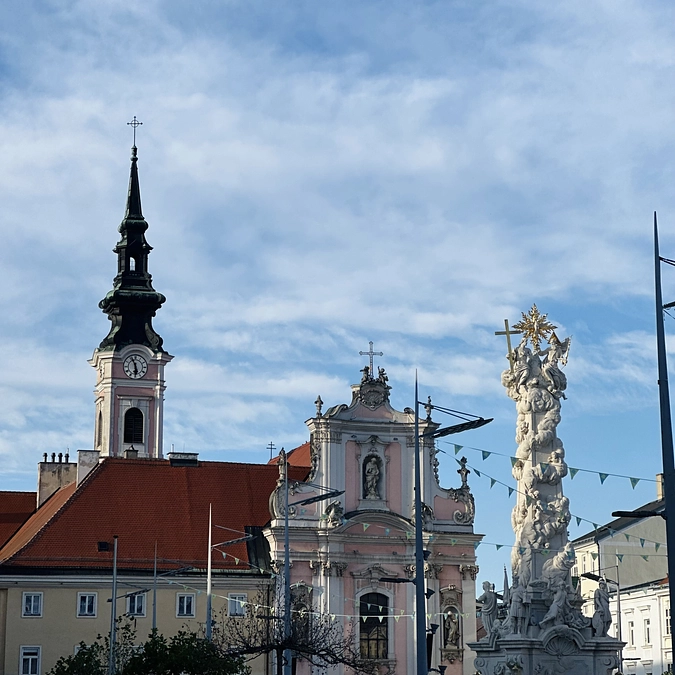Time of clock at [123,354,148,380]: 5:55
